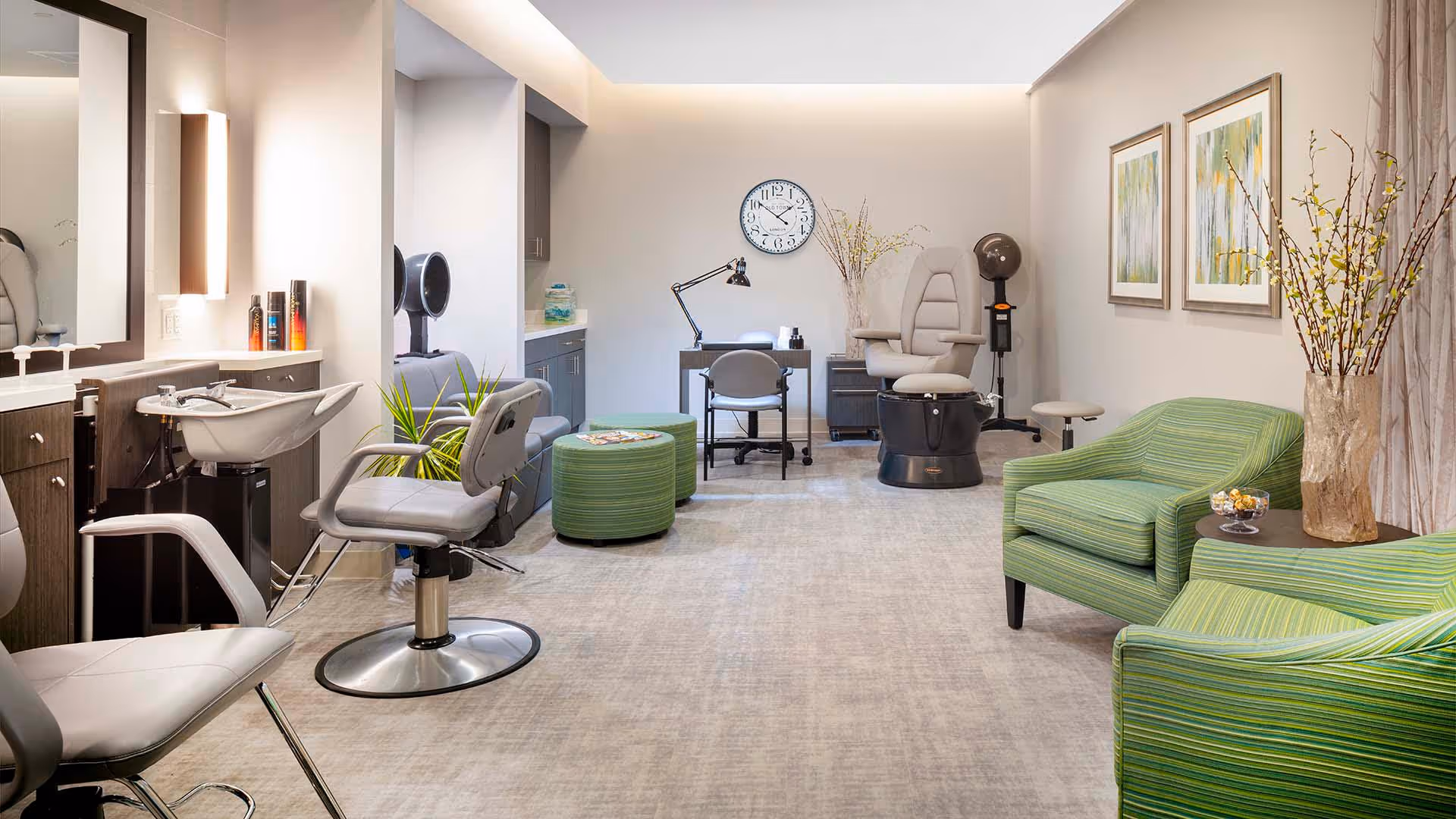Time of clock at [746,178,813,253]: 1:51
